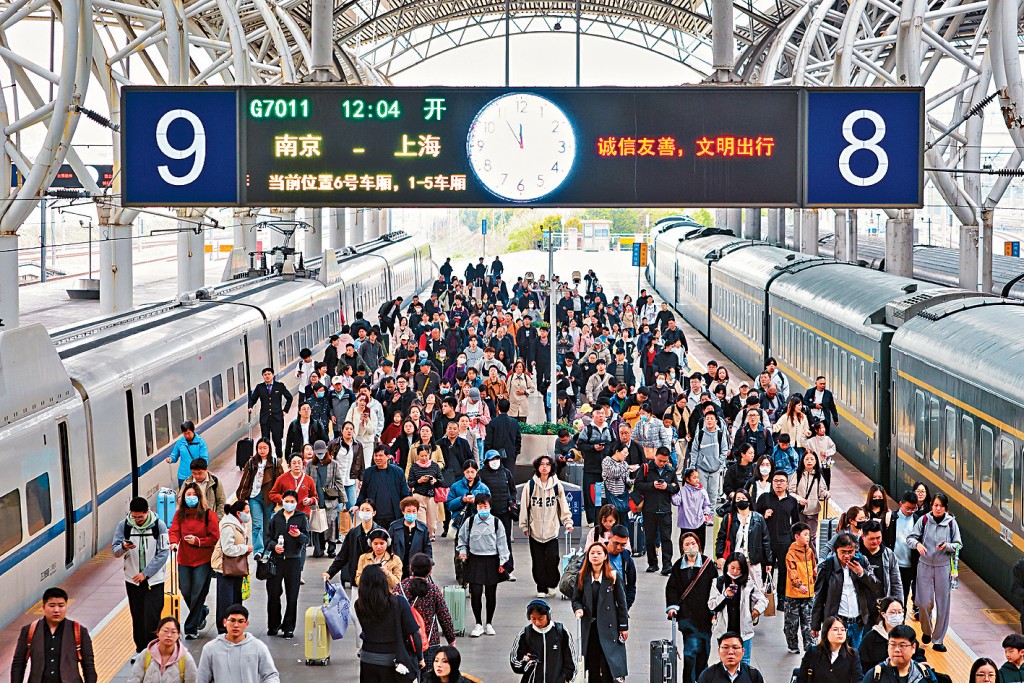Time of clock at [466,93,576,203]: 11:54
